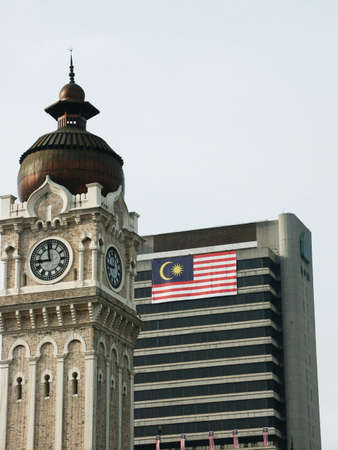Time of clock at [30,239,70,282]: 8:58
